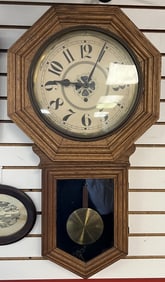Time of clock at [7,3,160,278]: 9:04
